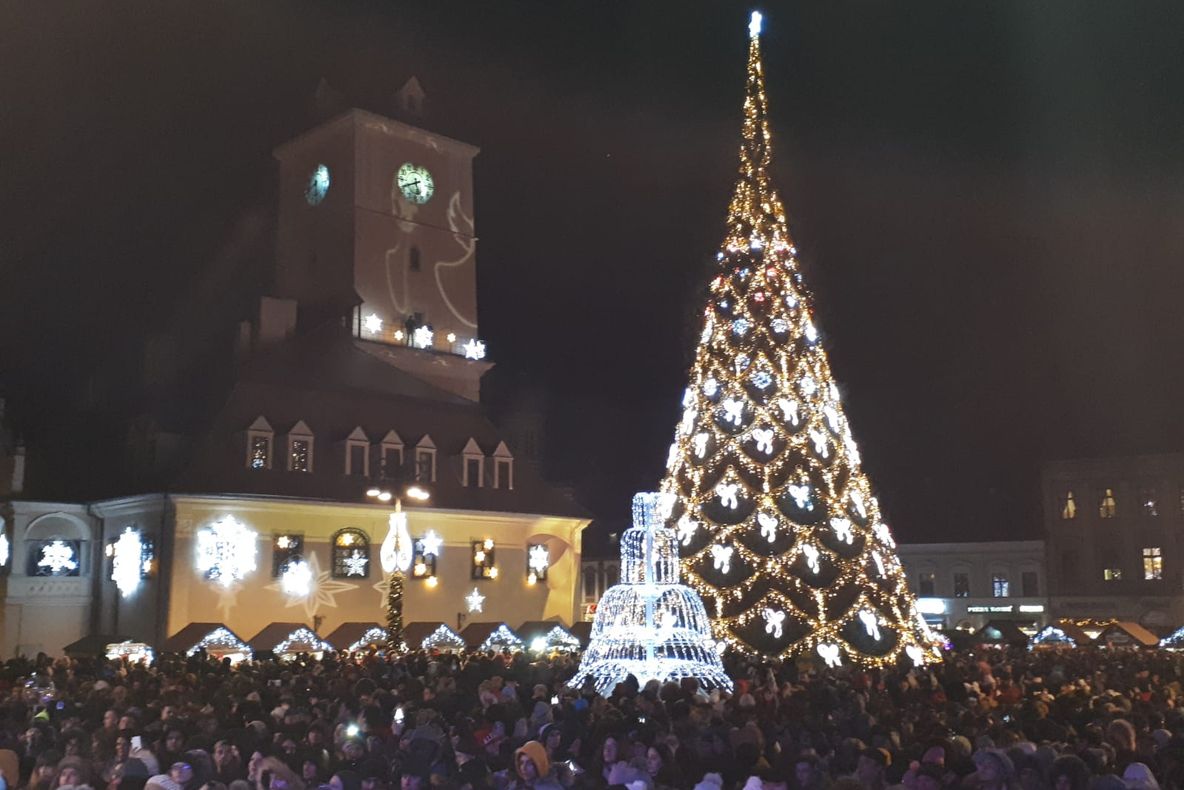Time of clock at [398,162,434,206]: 5:41
